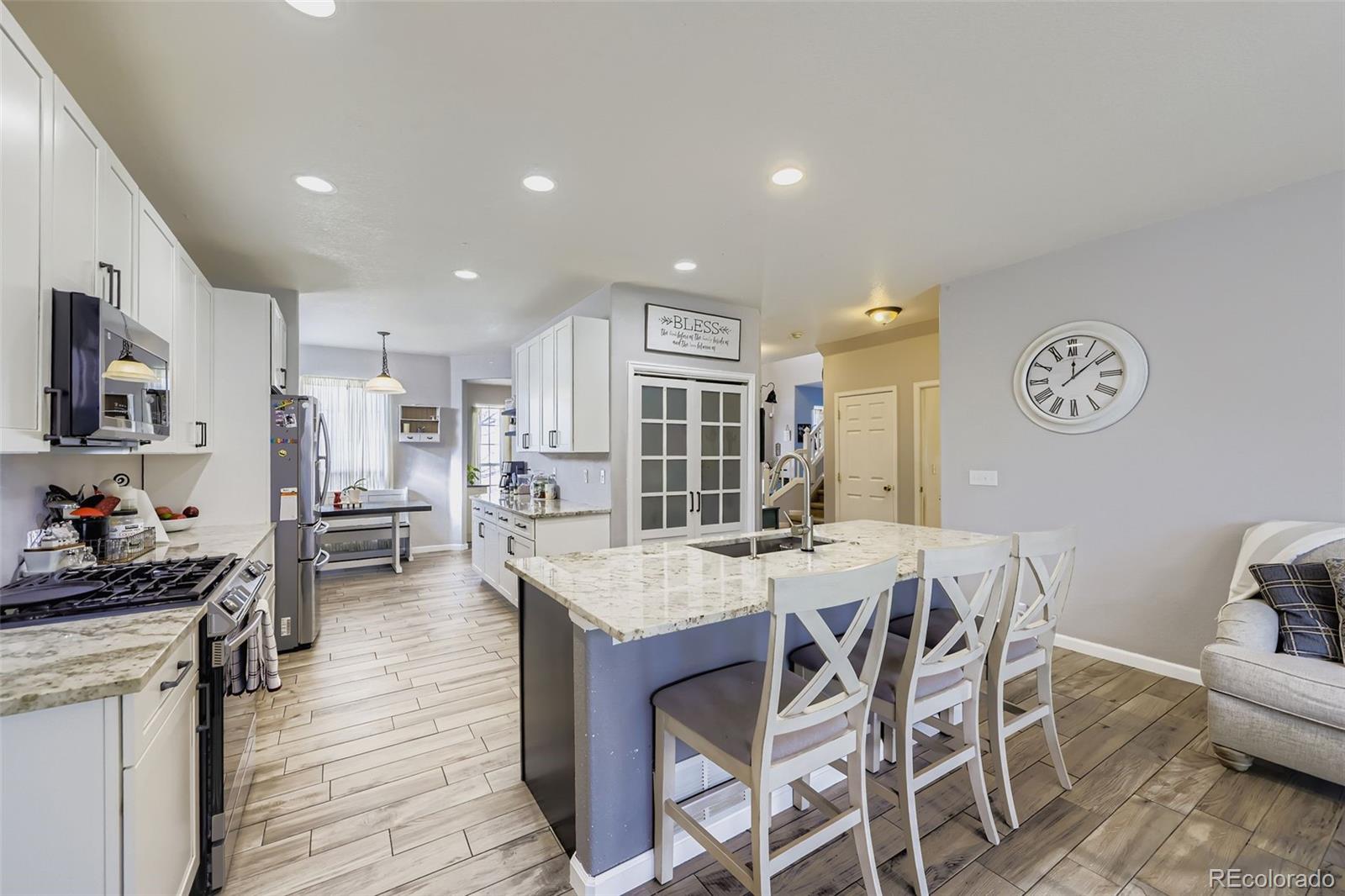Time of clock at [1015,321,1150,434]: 12:09
